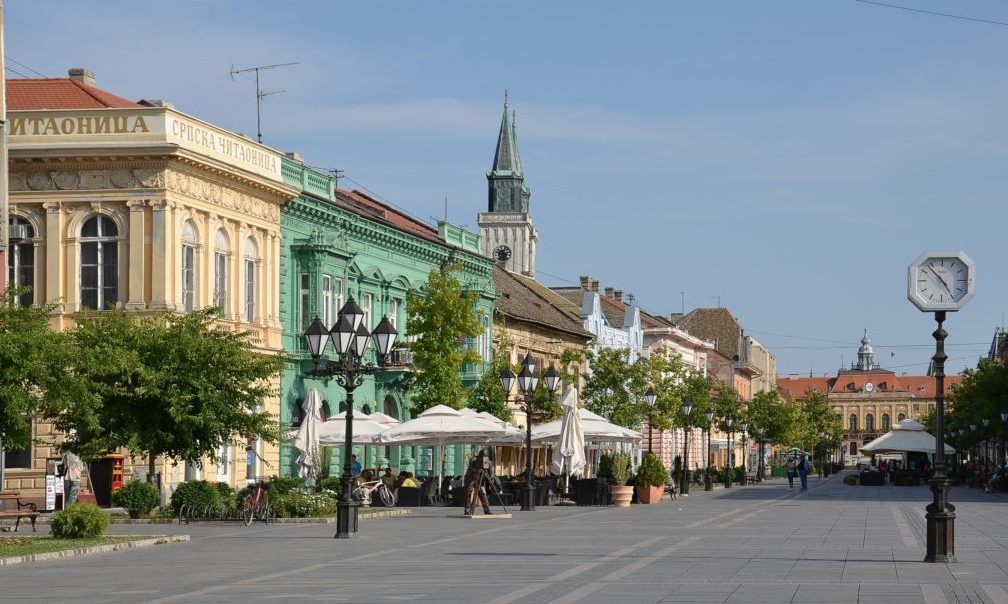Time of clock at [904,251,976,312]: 4:53
